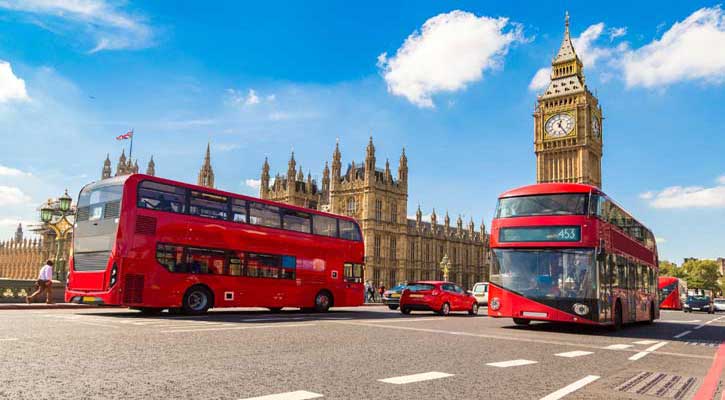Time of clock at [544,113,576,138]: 12:24
